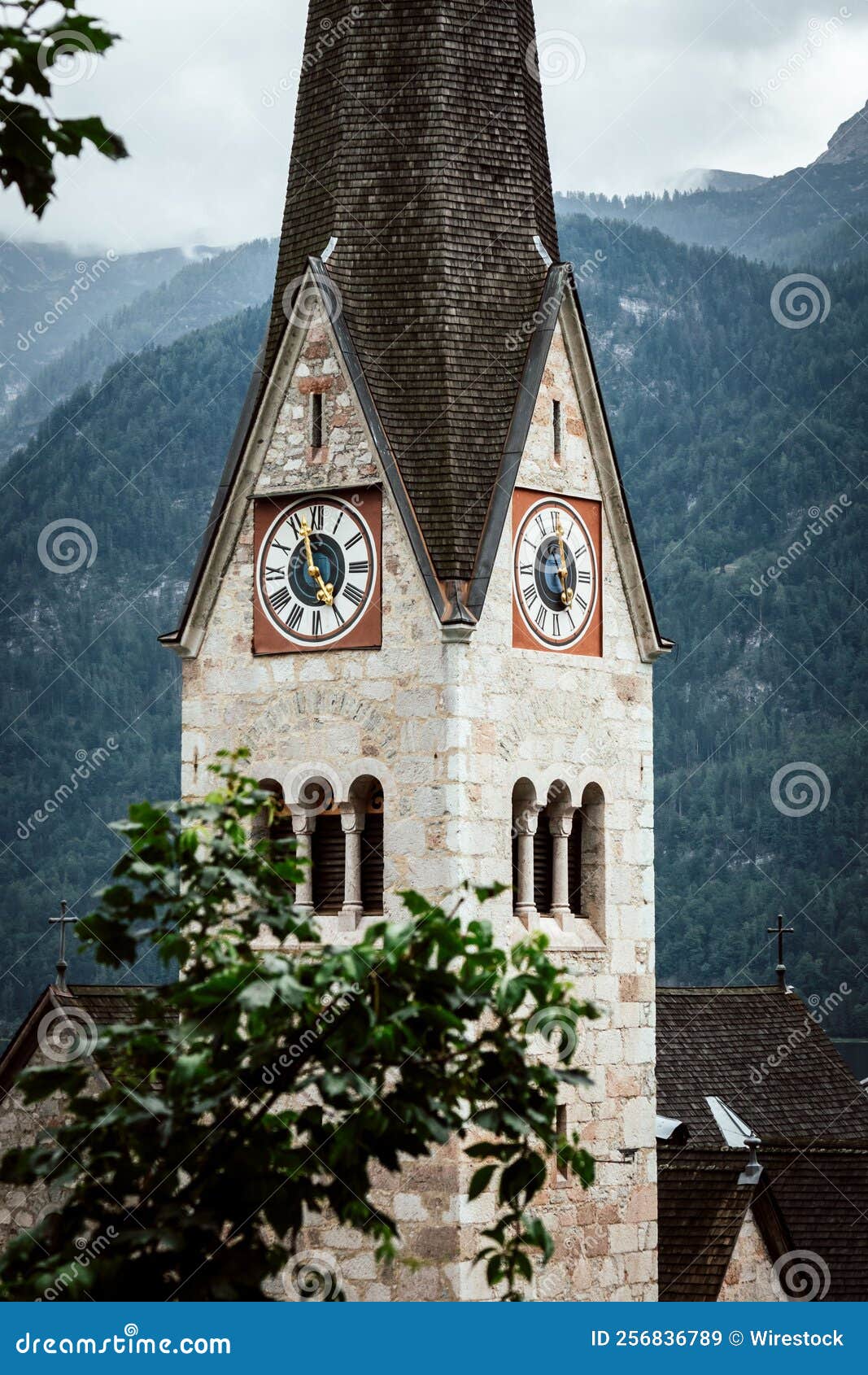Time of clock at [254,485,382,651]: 11:24
